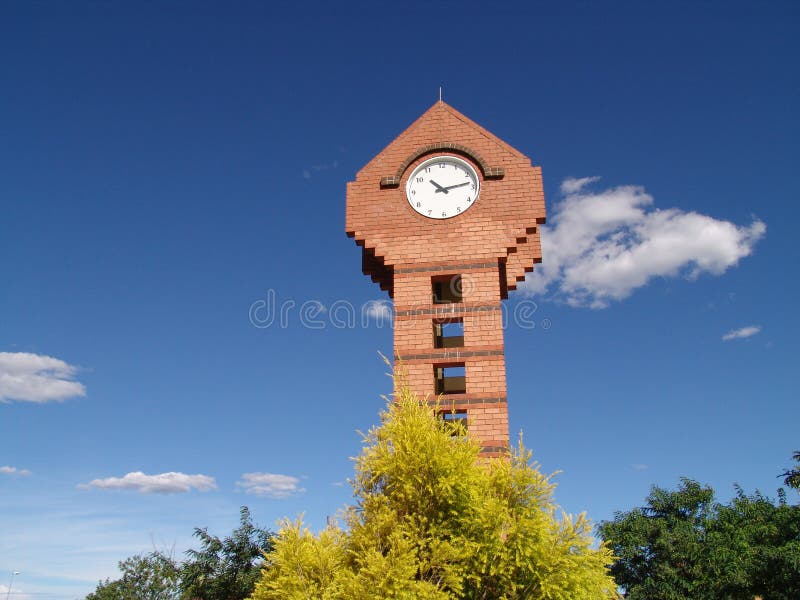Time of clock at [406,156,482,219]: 10:13
